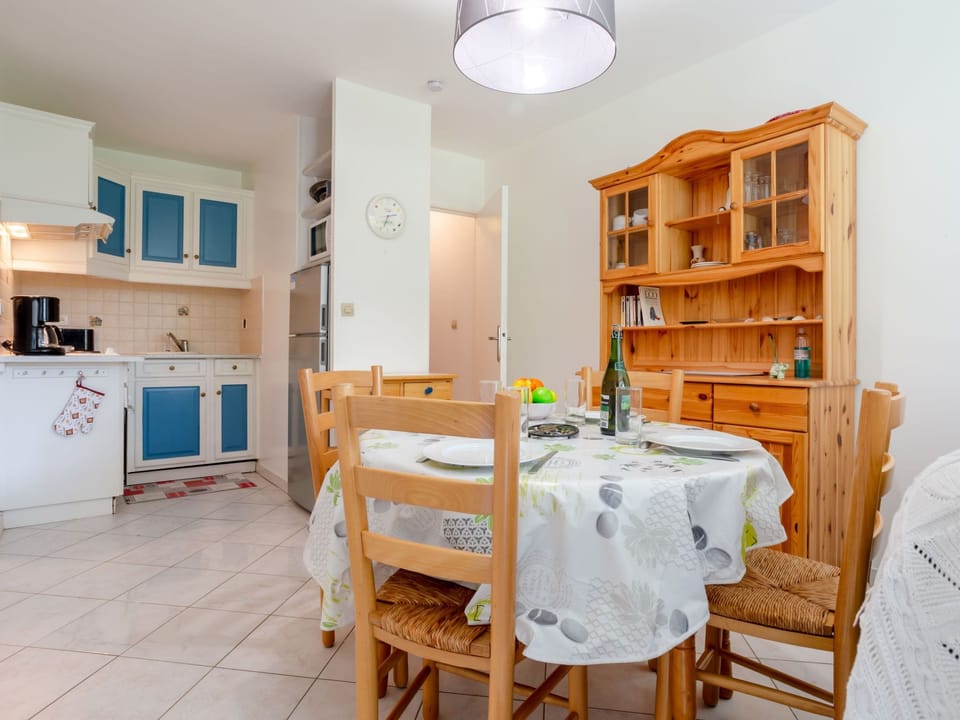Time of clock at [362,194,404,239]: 2:33
